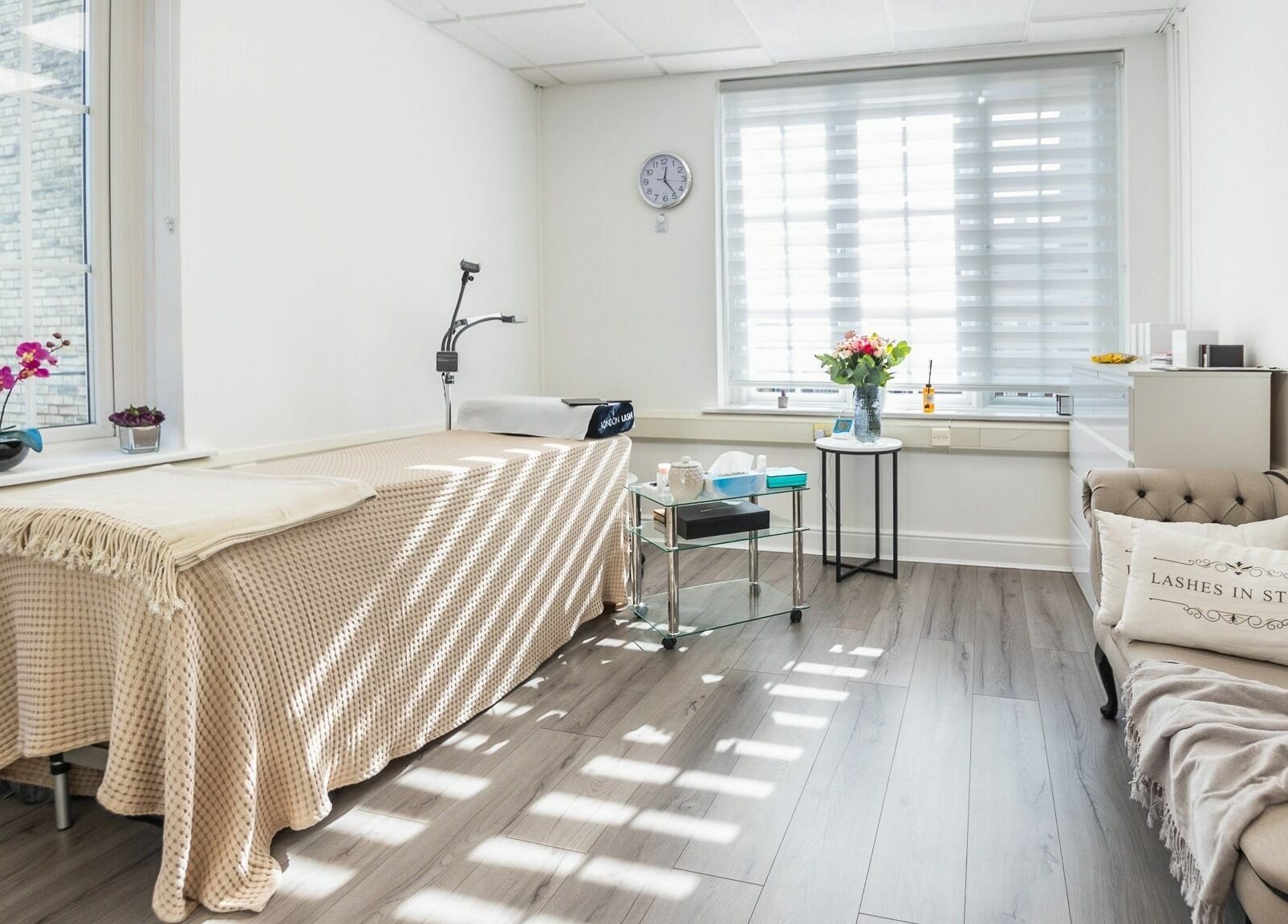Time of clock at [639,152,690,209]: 12:23
